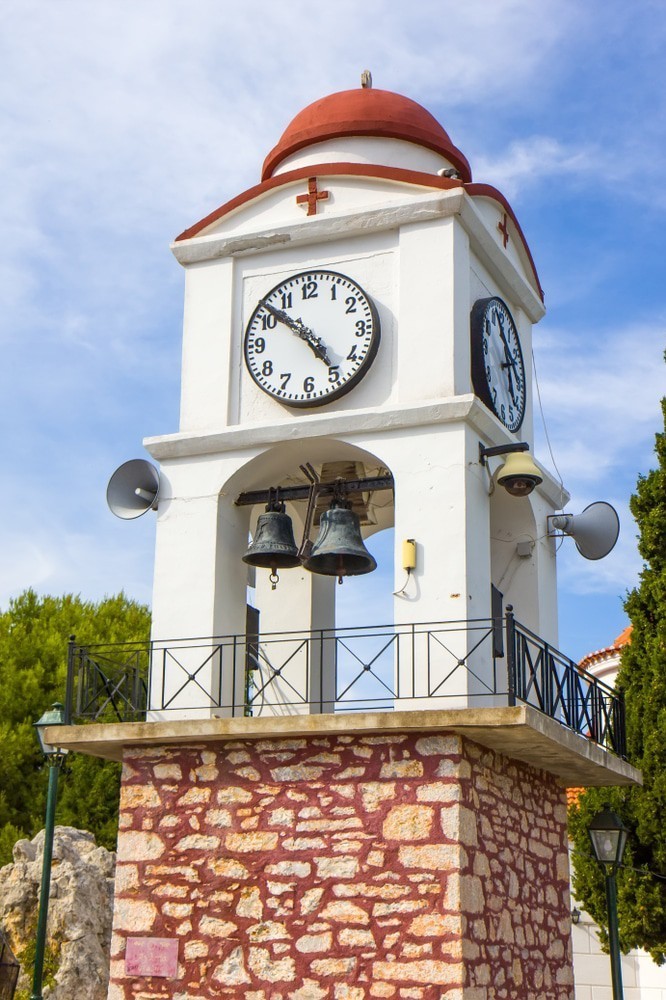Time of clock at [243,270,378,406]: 4:51
